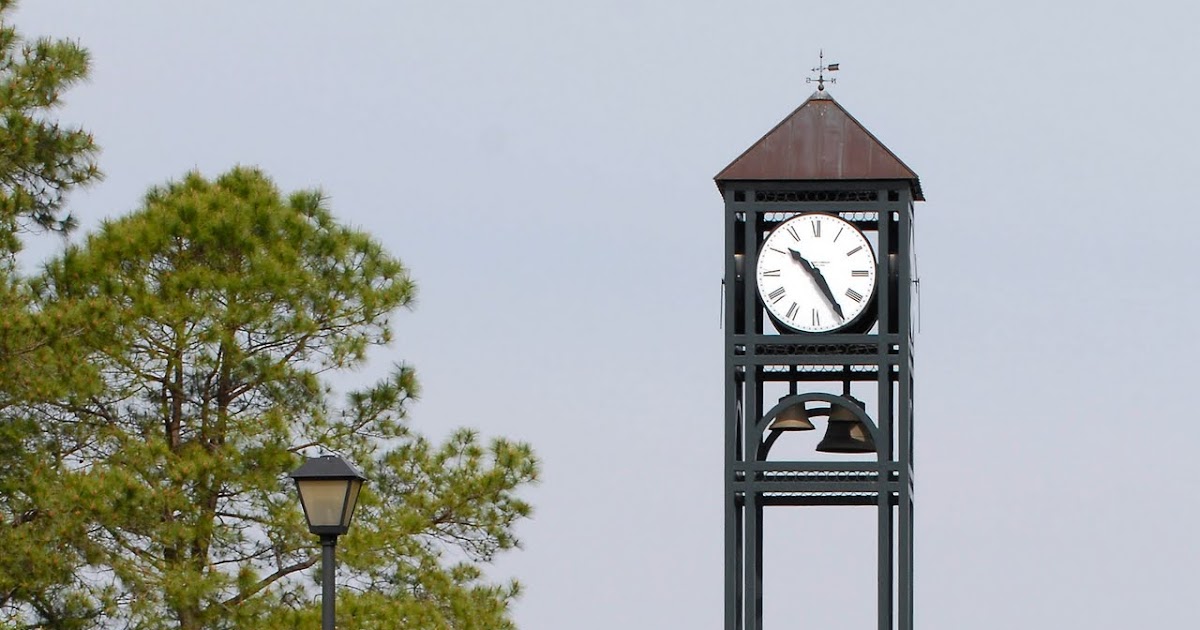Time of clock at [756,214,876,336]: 10:24
